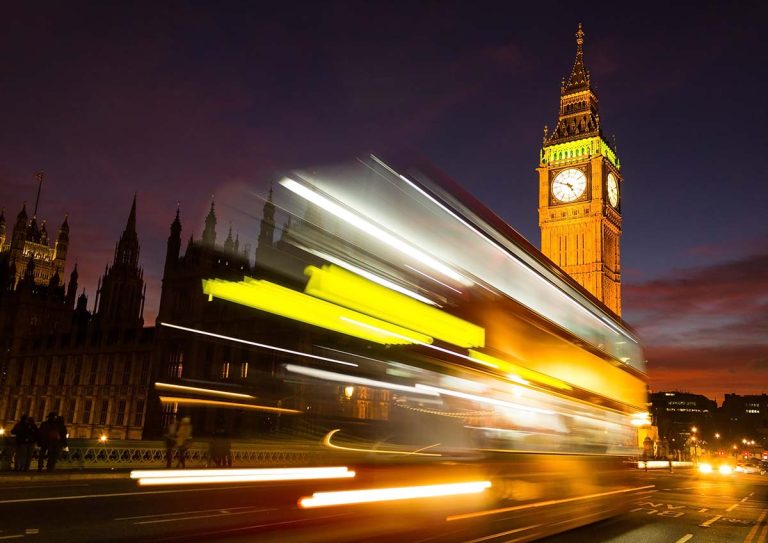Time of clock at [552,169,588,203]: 4:48
